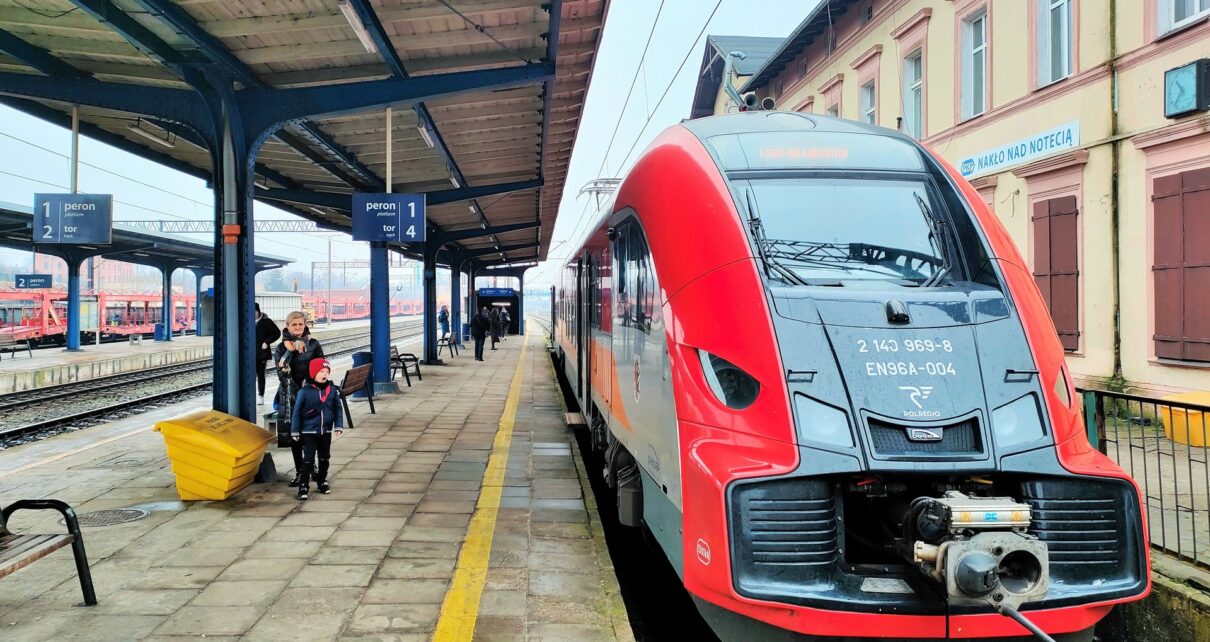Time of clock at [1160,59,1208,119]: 10:36
